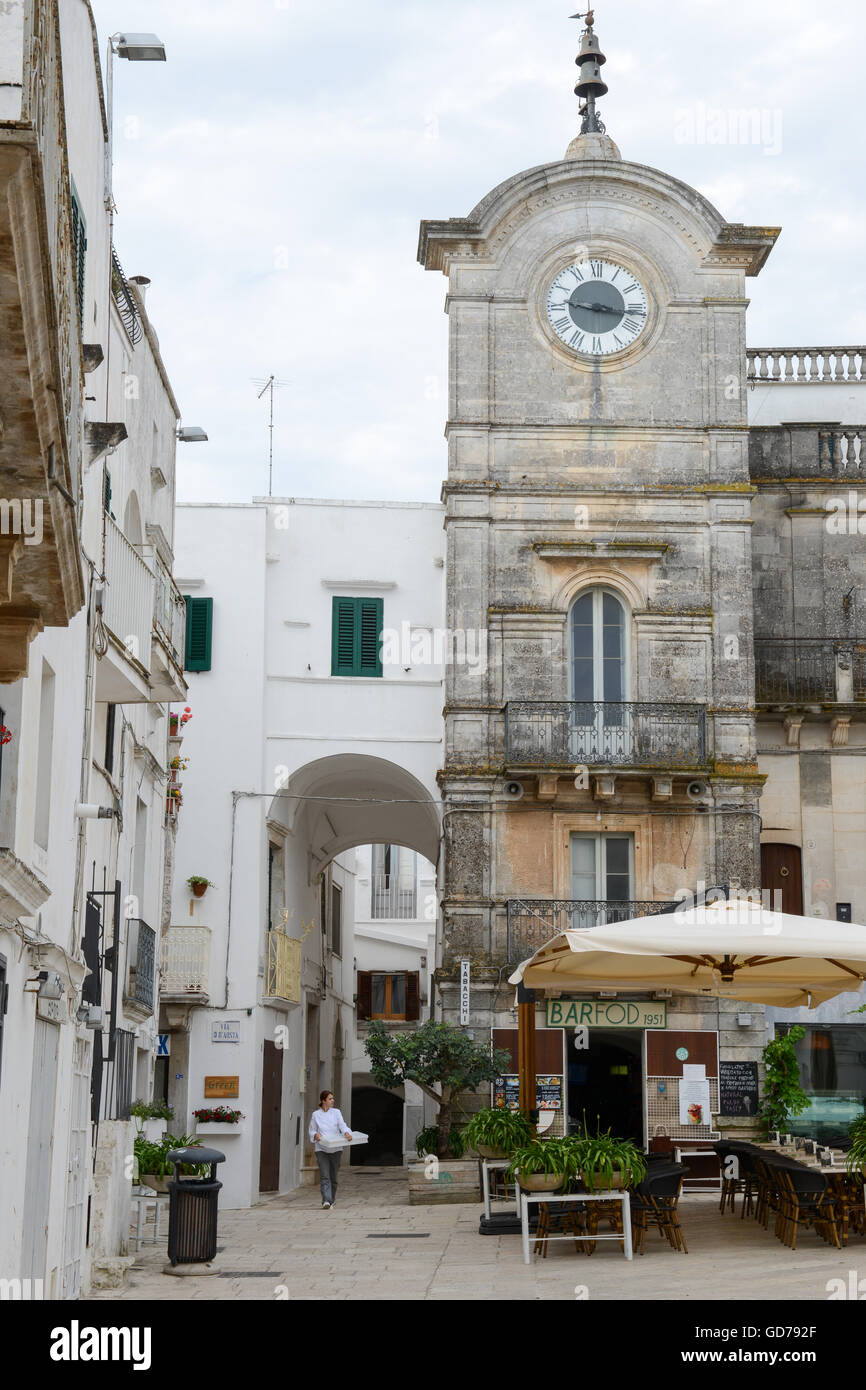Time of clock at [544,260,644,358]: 9:16
